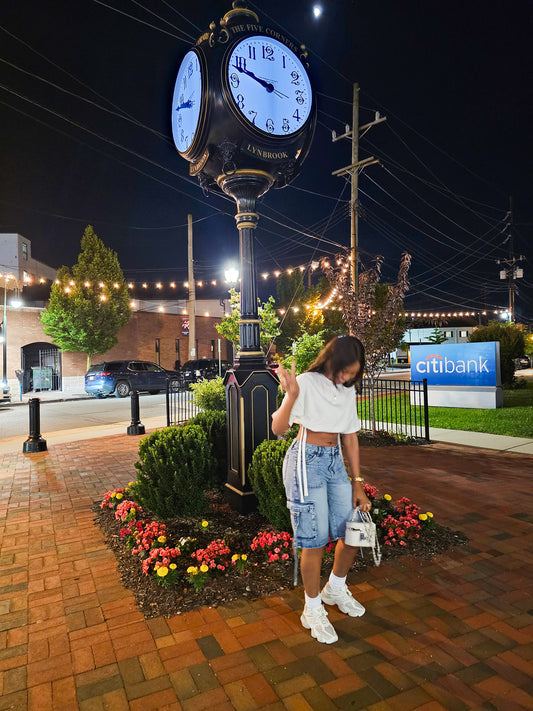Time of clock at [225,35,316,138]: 9:48
